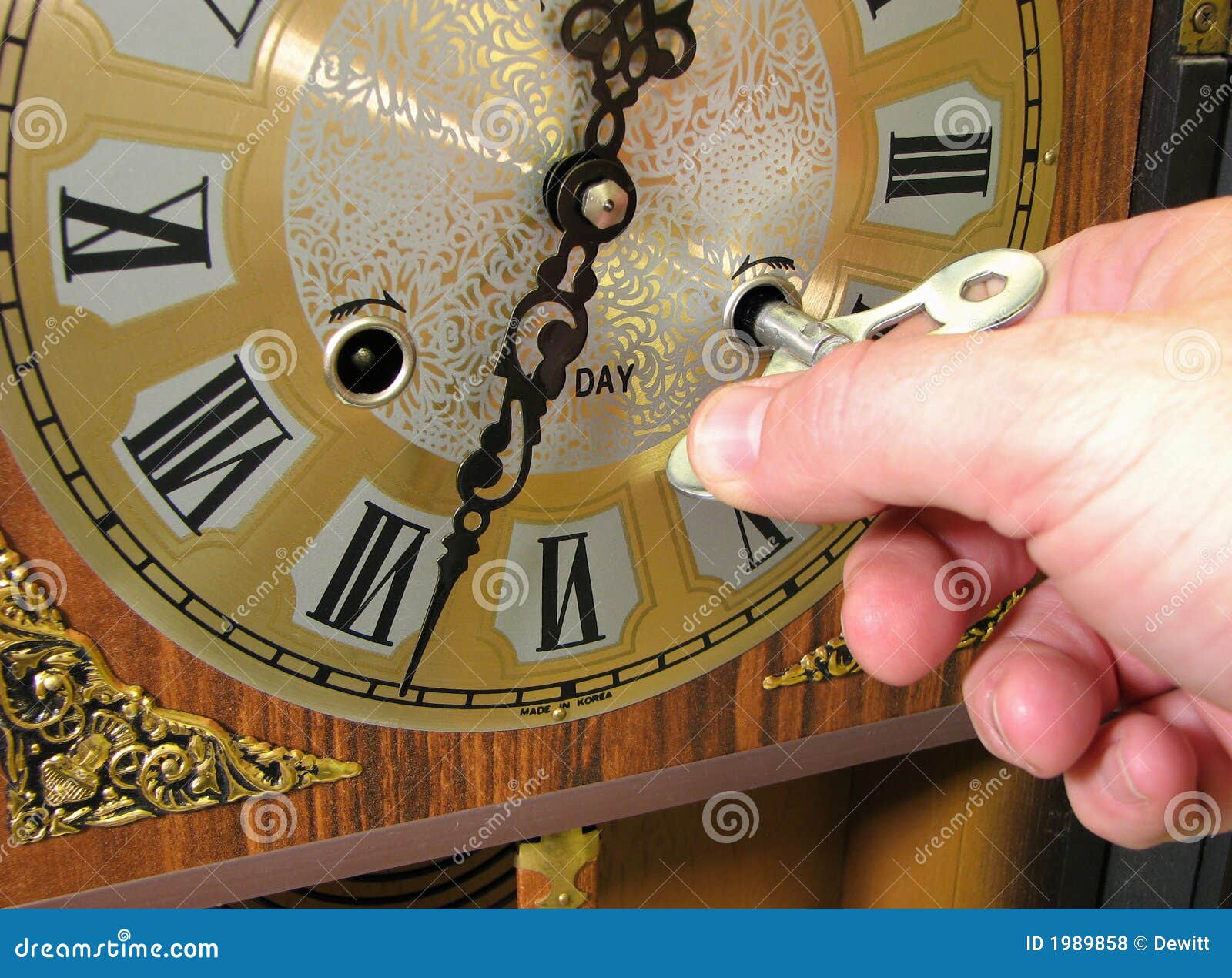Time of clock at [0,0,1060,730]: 12:33
